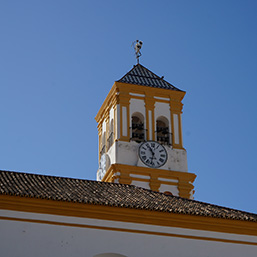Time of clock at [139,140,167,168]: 10:32
